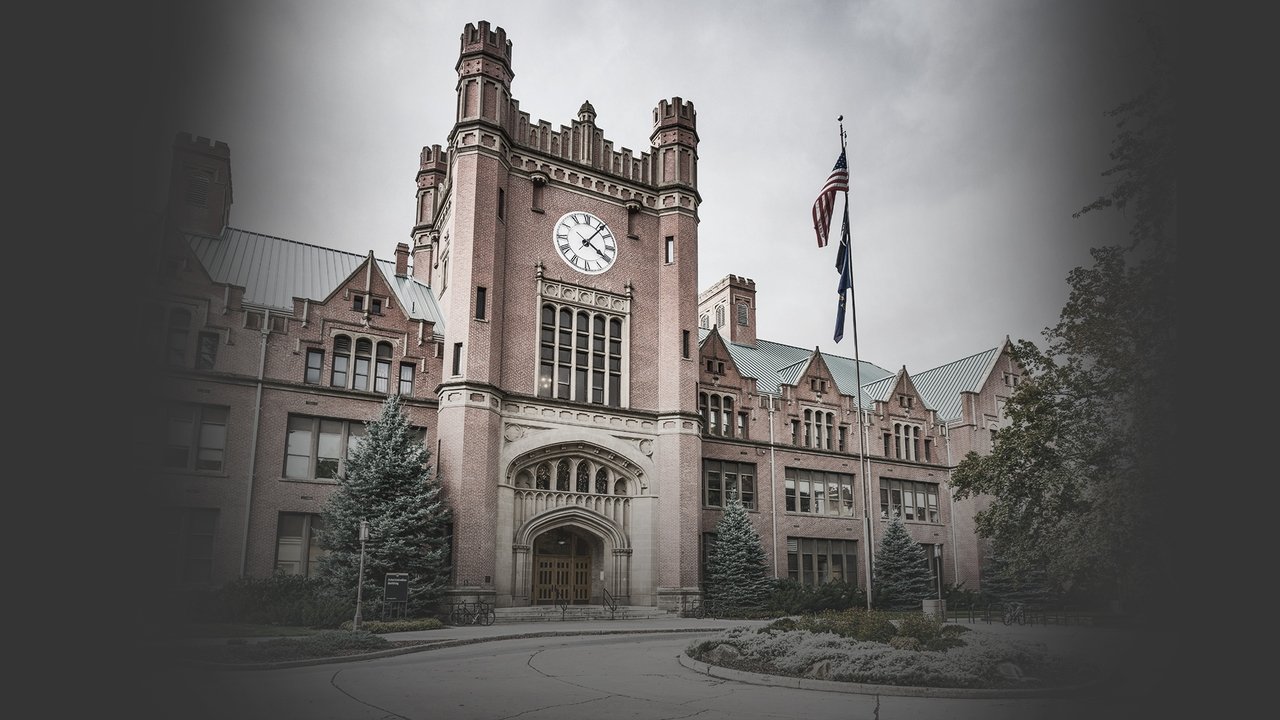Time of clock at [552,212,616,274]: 4:06
